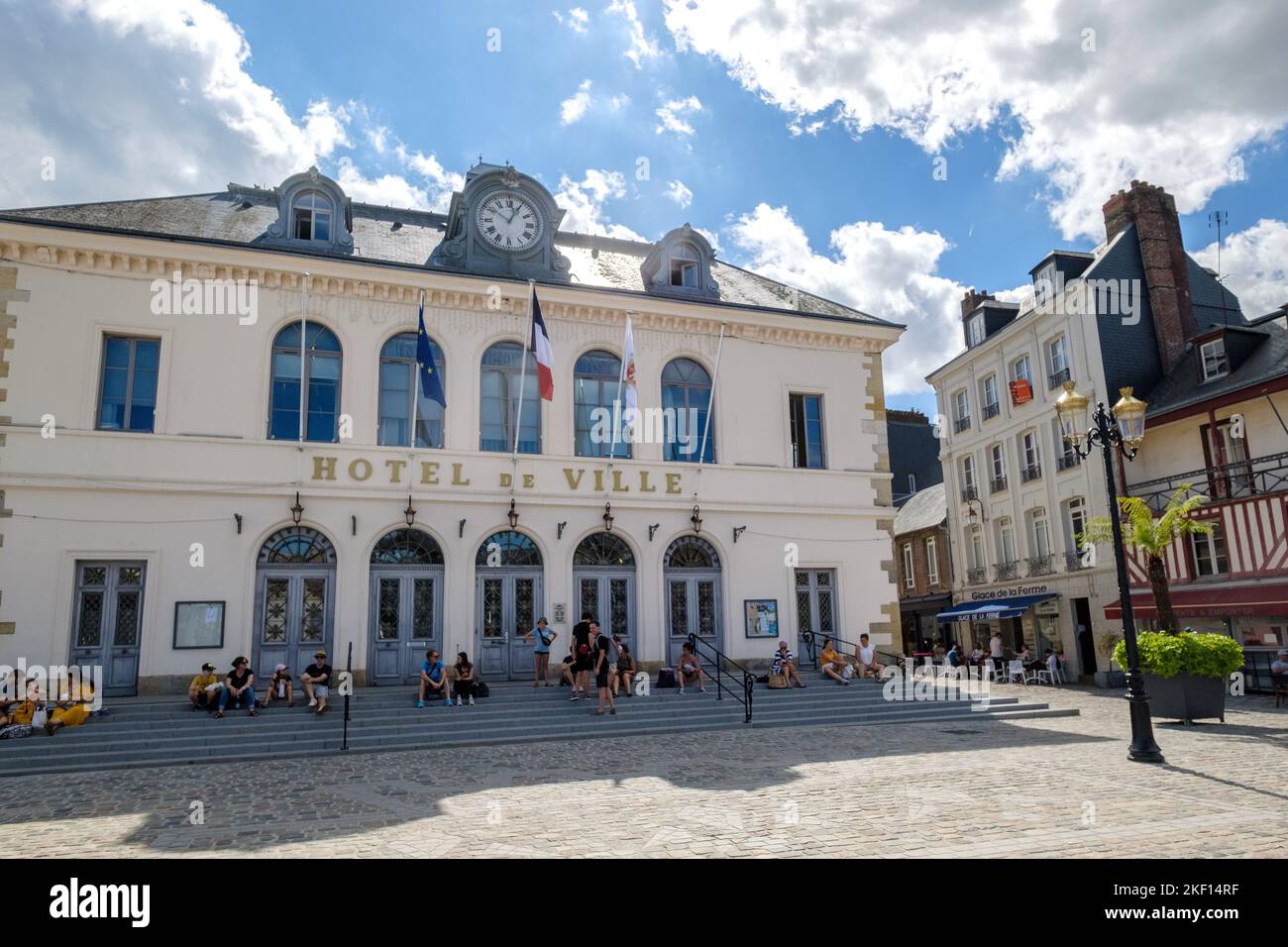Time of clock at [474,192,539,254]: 12:50
